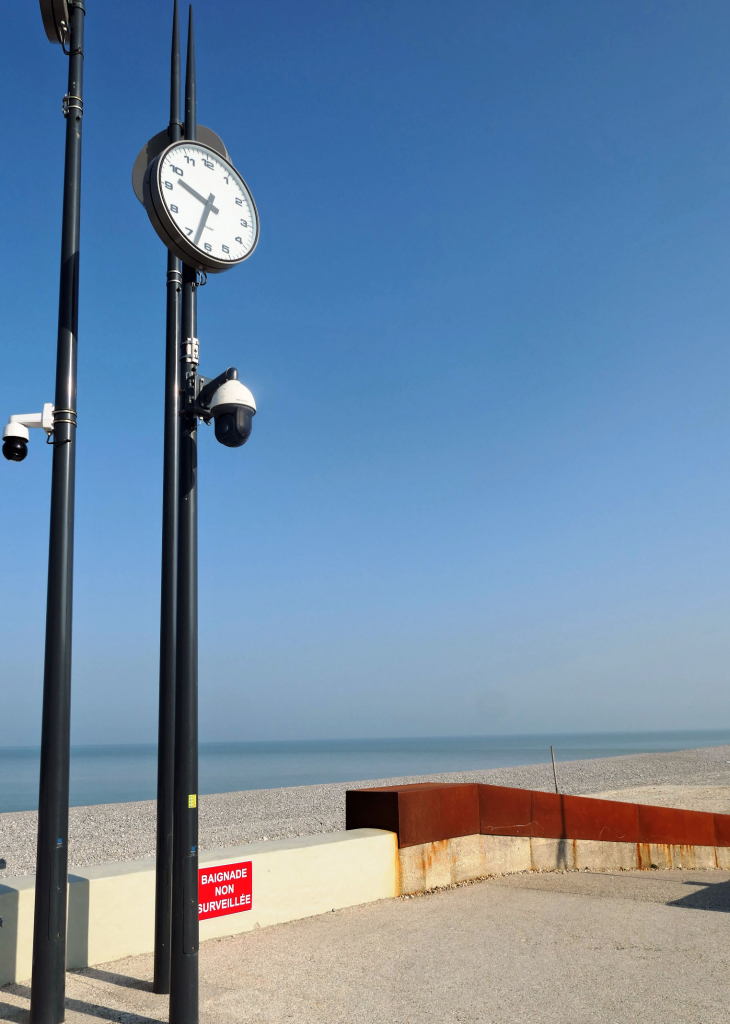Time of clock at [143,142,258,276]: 9:32
